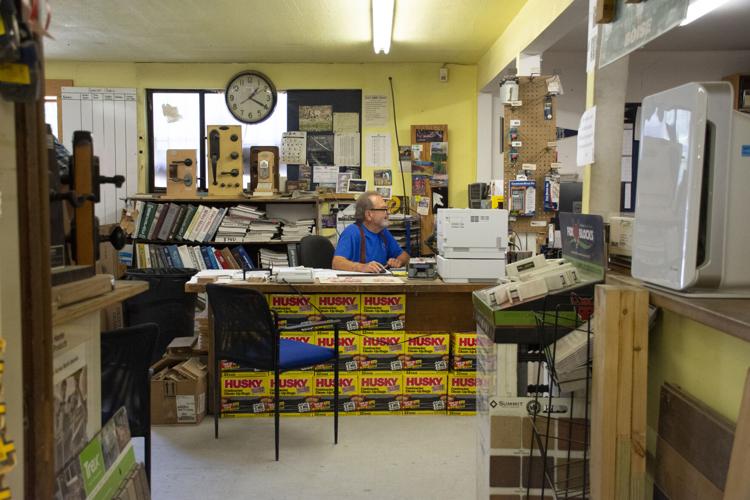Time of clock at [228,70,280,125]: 1:19
